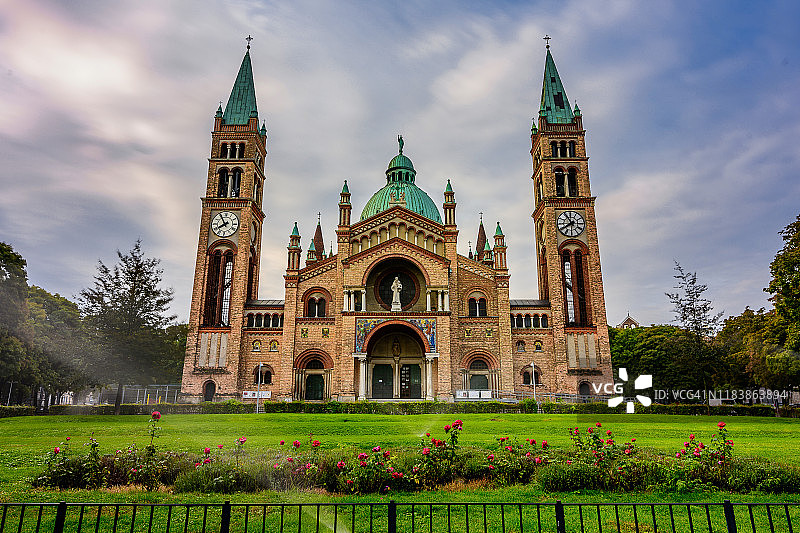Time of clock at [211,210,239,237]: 7:55
